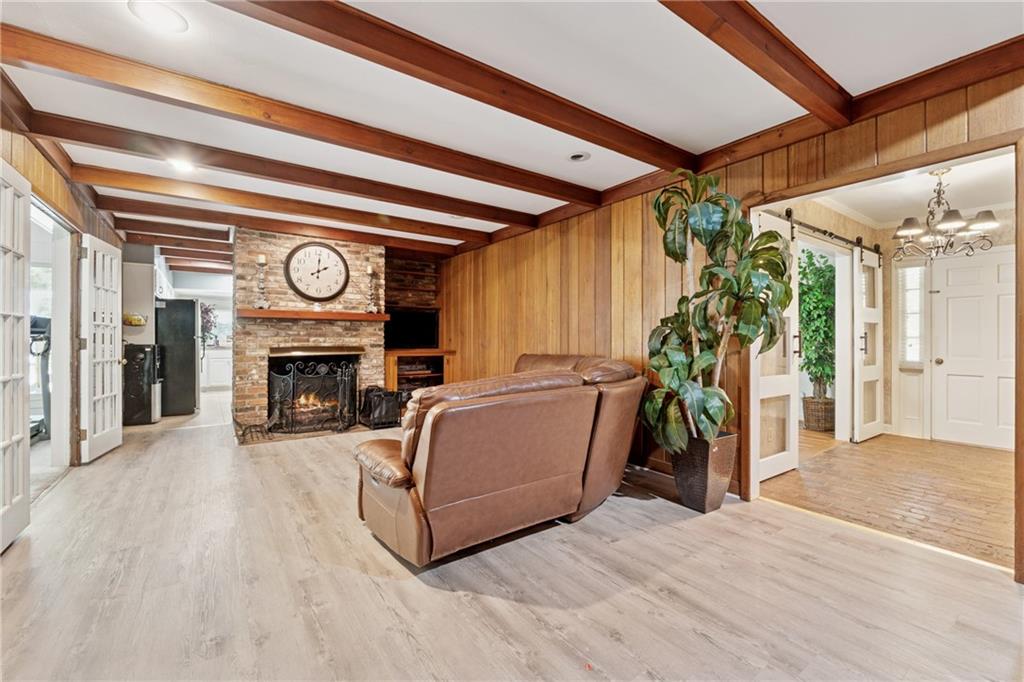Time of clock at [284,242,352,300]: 2:01
